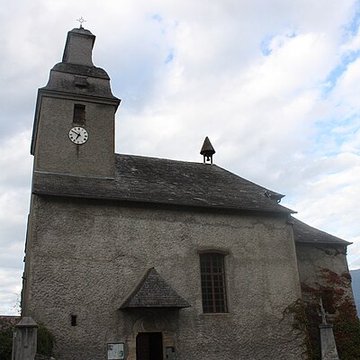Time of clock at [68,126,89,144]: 6:50
